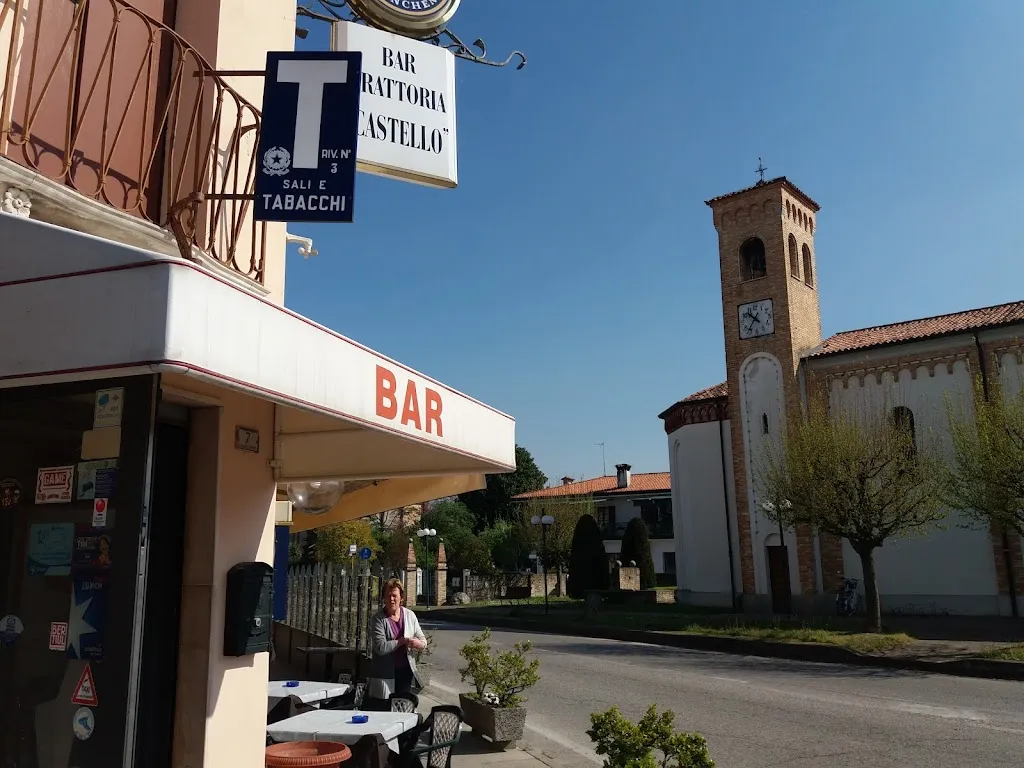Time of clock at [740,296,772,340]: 10:36
